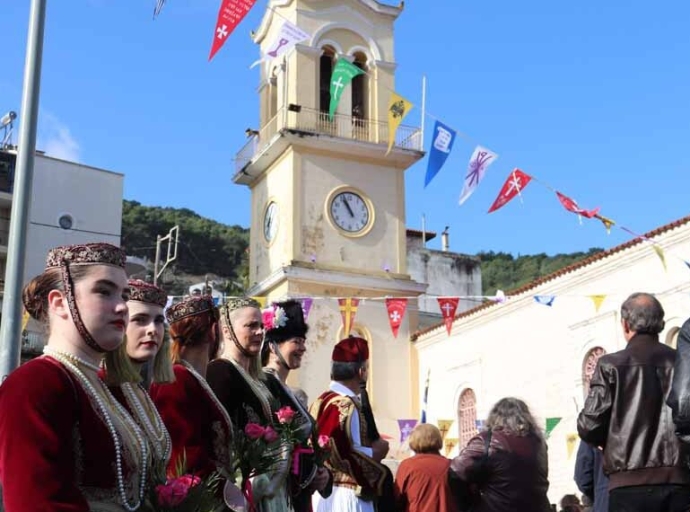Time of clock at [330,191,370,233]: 10:56
